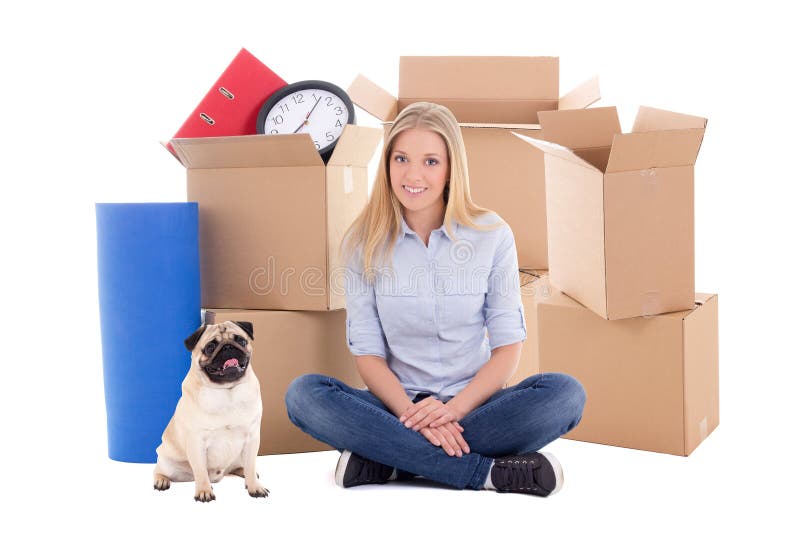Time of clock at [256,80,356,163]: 8:07
